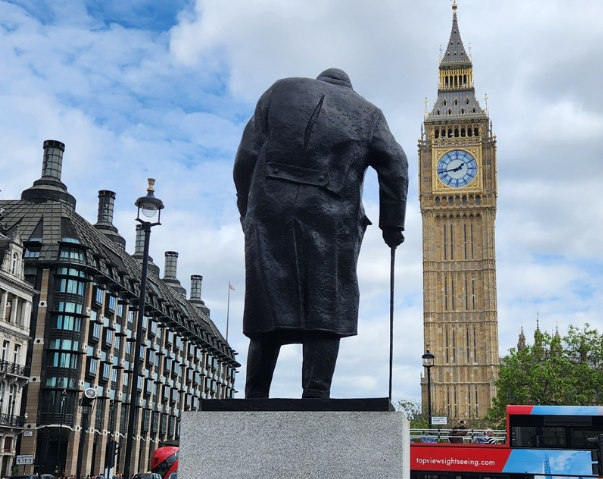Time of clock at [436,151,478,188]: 1:43
